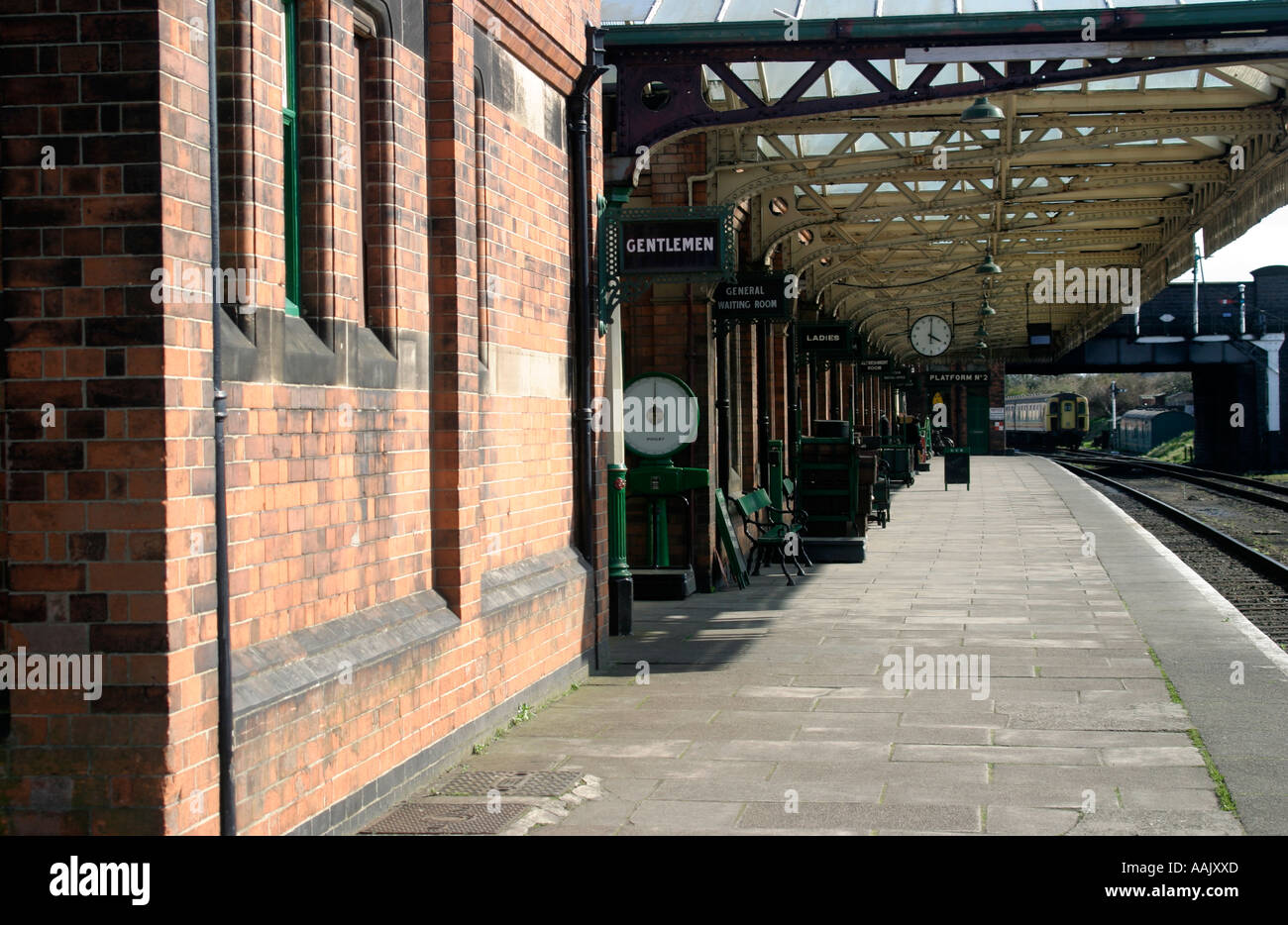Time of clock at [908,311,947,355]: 4:00
